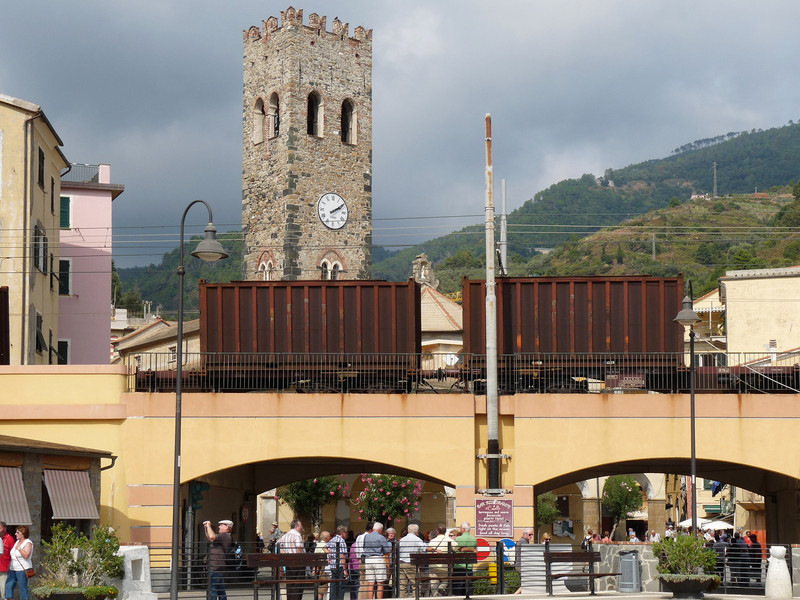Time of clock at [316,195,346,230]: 2:09
